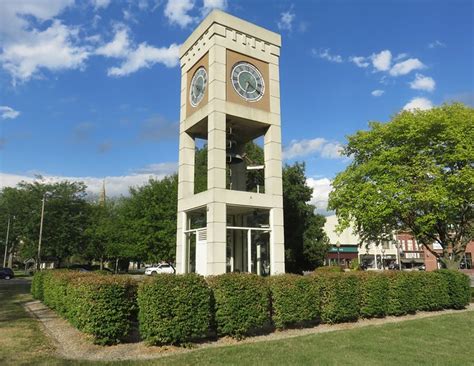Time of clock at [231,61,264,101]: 6:20
